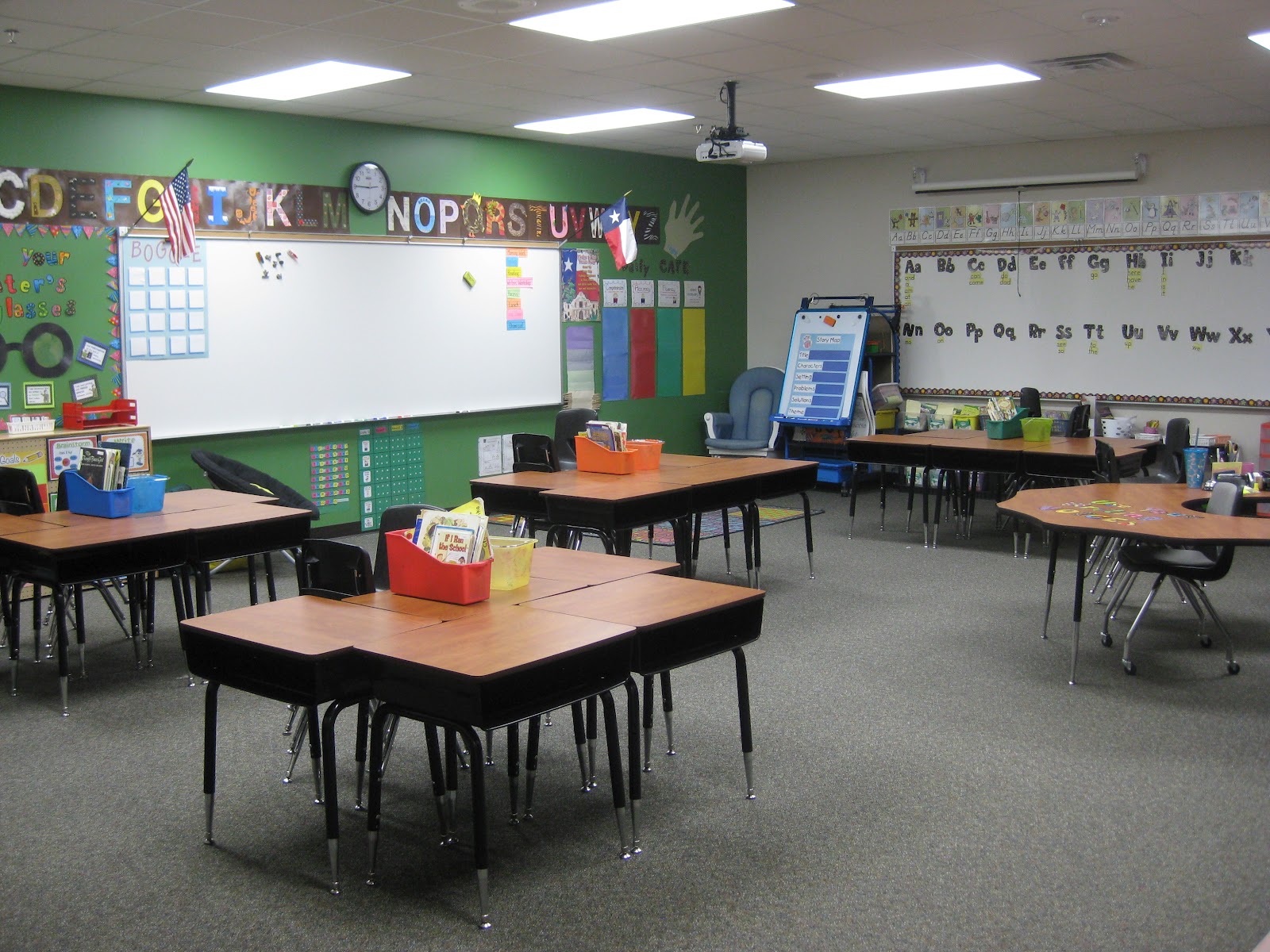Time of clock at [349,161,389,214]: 2:45
